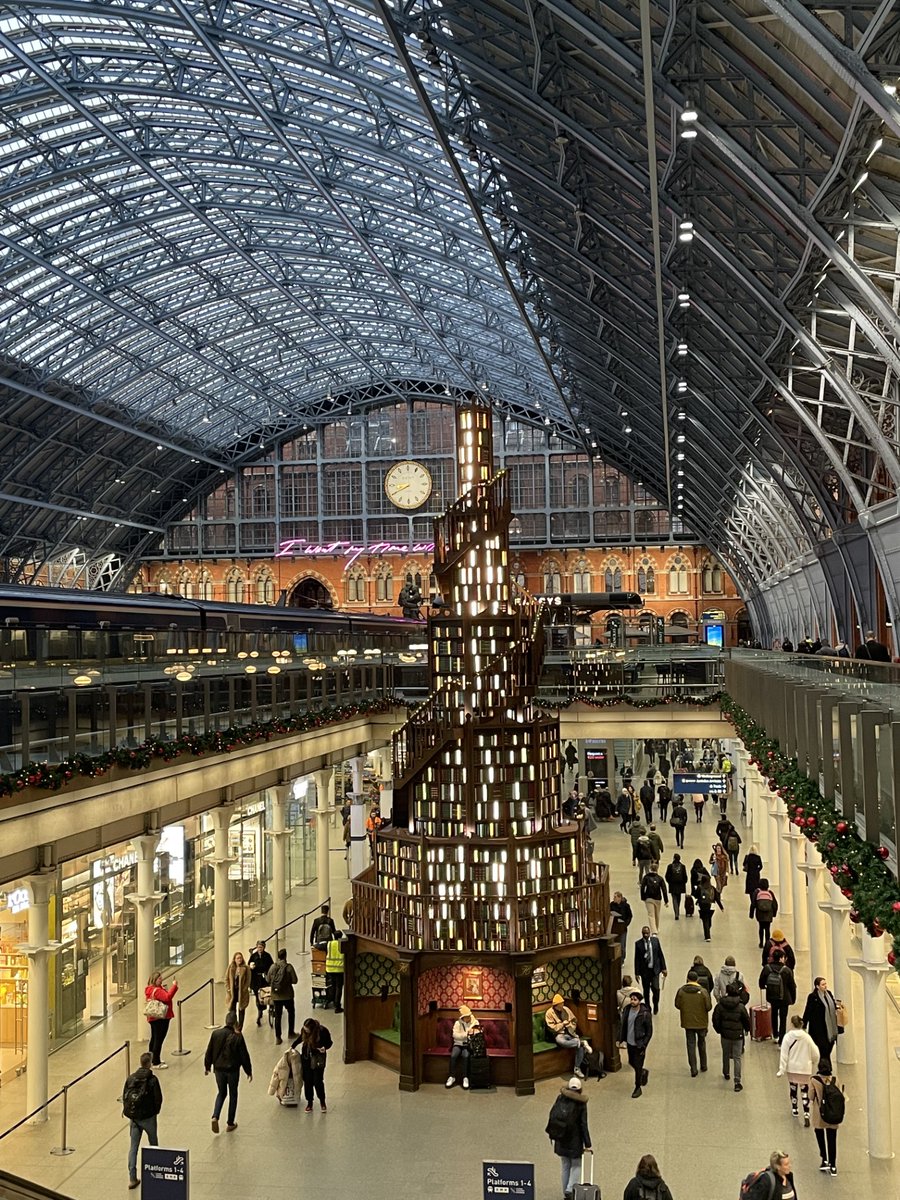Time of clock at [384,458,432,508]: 8:40
